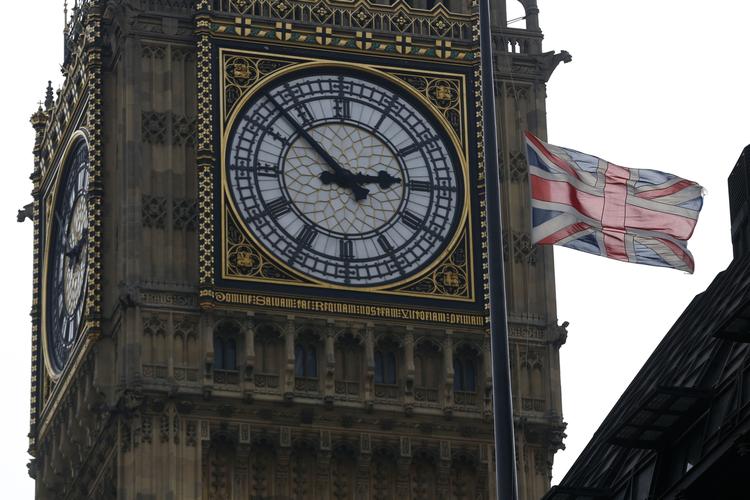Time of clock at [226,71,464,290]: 2:52
